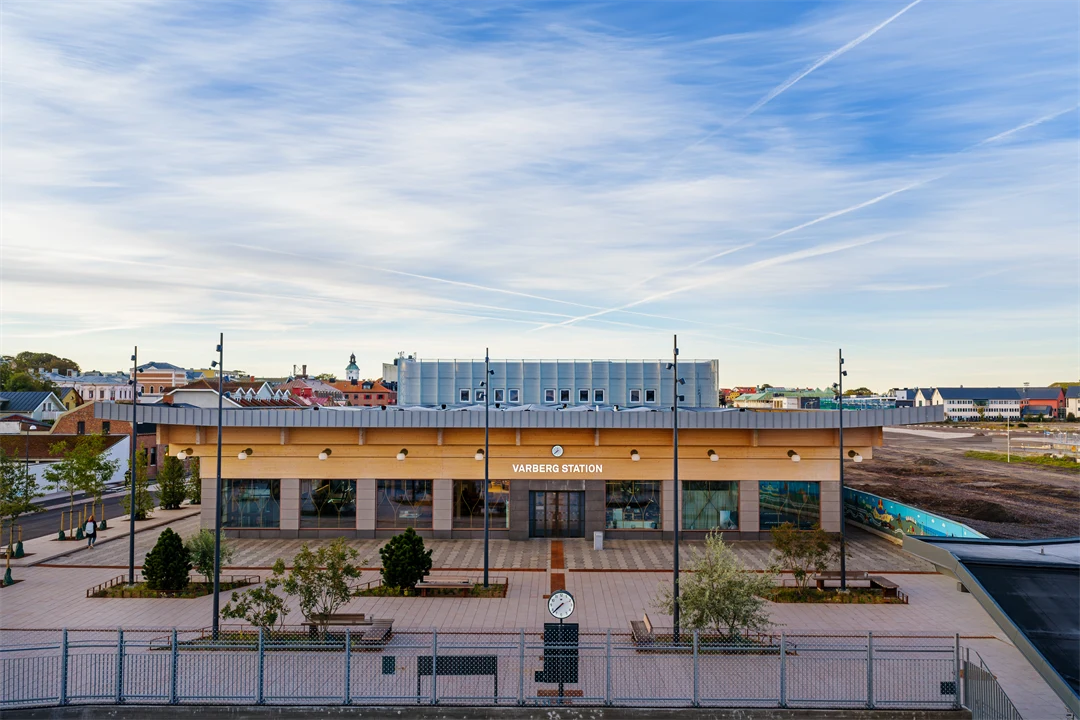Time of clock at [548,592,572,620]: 7:37
